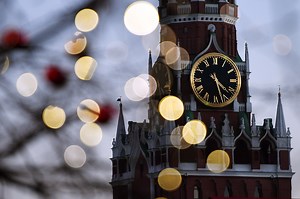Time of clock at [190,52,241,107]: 4:27
